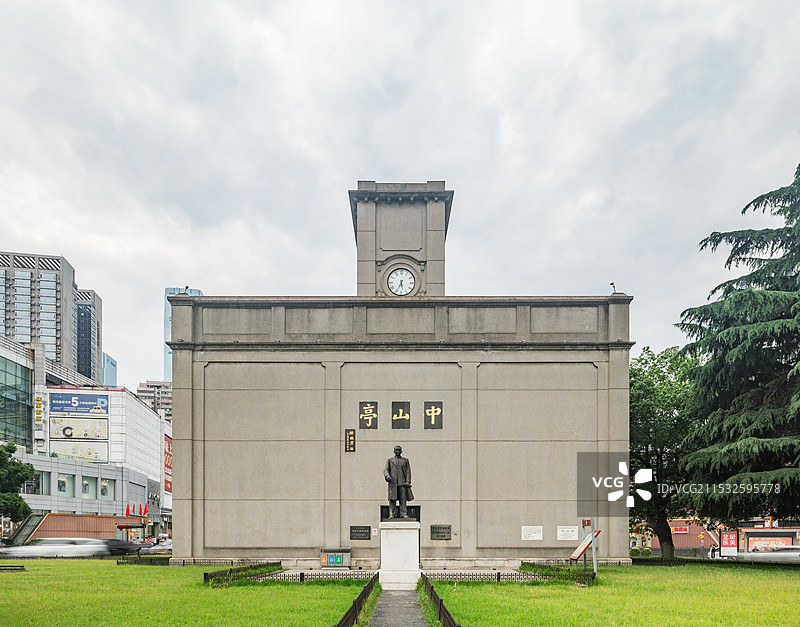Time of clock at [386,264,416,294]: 5:34
